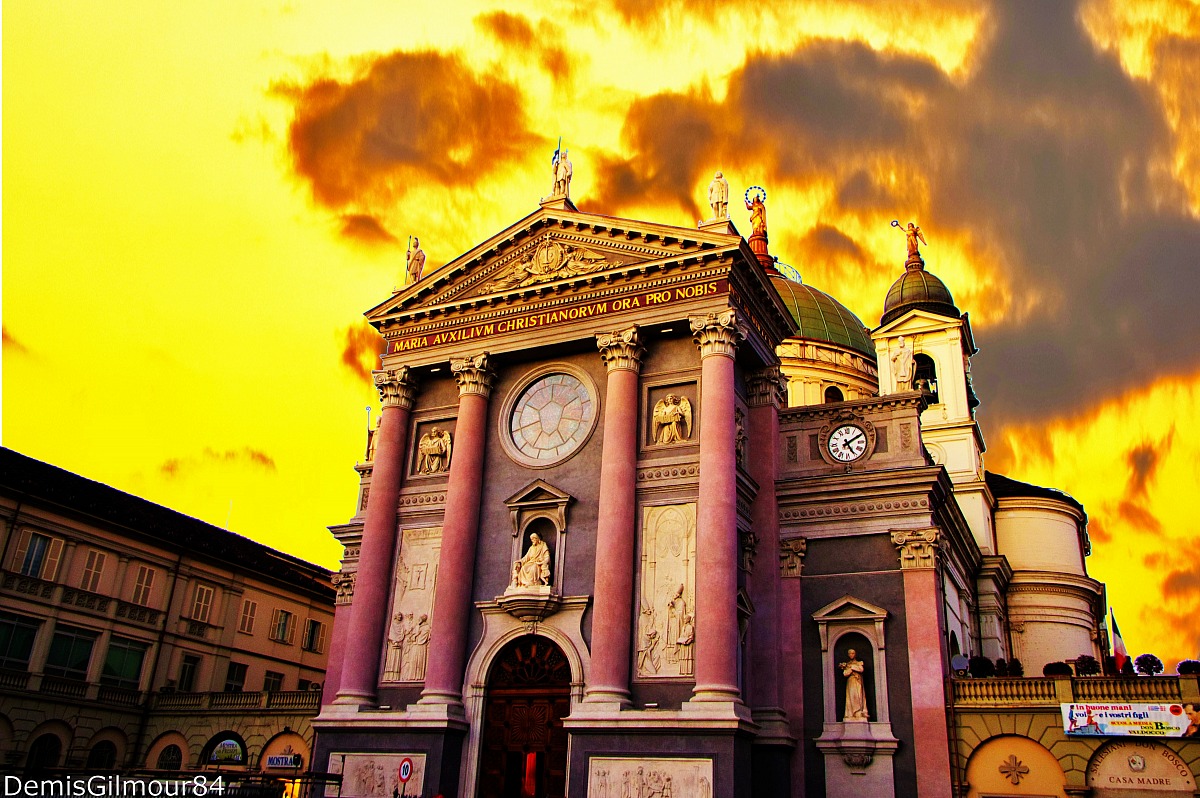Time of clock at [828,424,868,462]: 5:09
